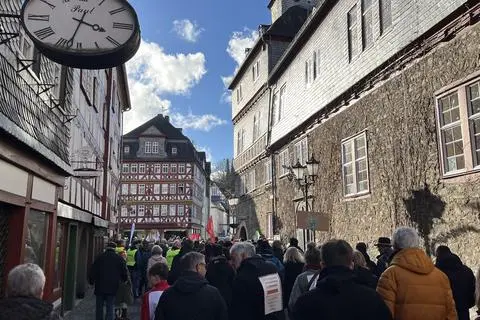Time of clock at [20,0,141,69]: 3:32
